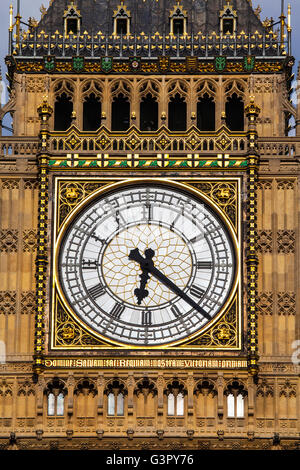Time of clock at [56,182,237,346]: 6:21
